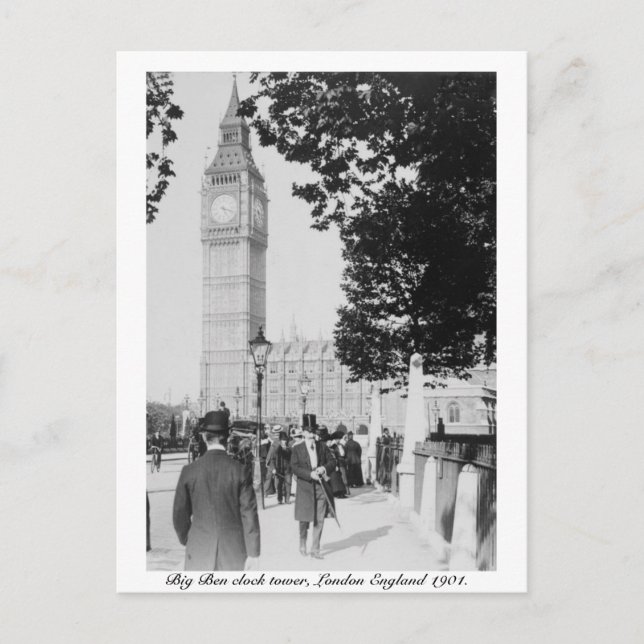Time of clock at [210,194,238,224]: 5:18
